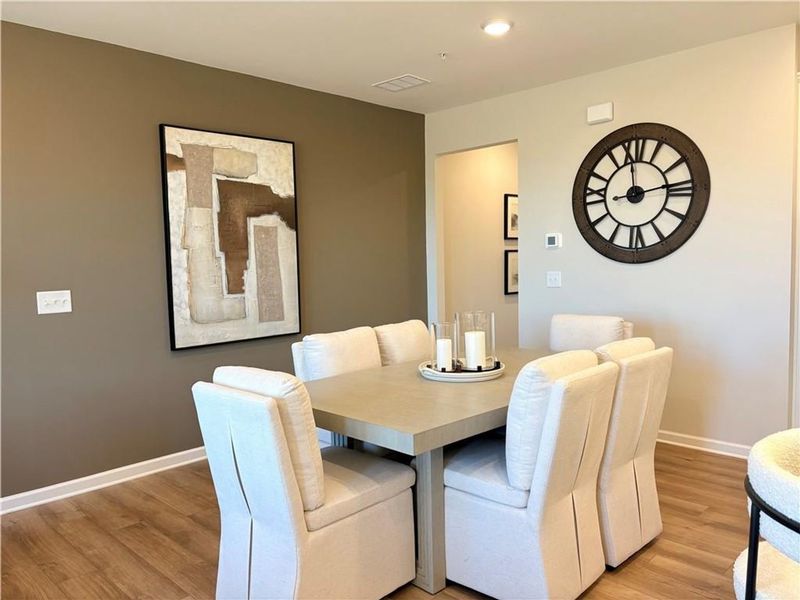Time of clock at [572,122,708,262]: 12:13
